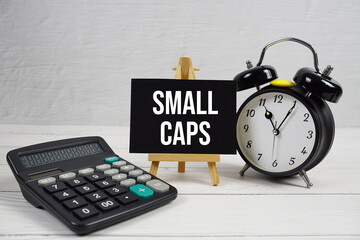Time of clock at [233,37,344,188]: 11:05
